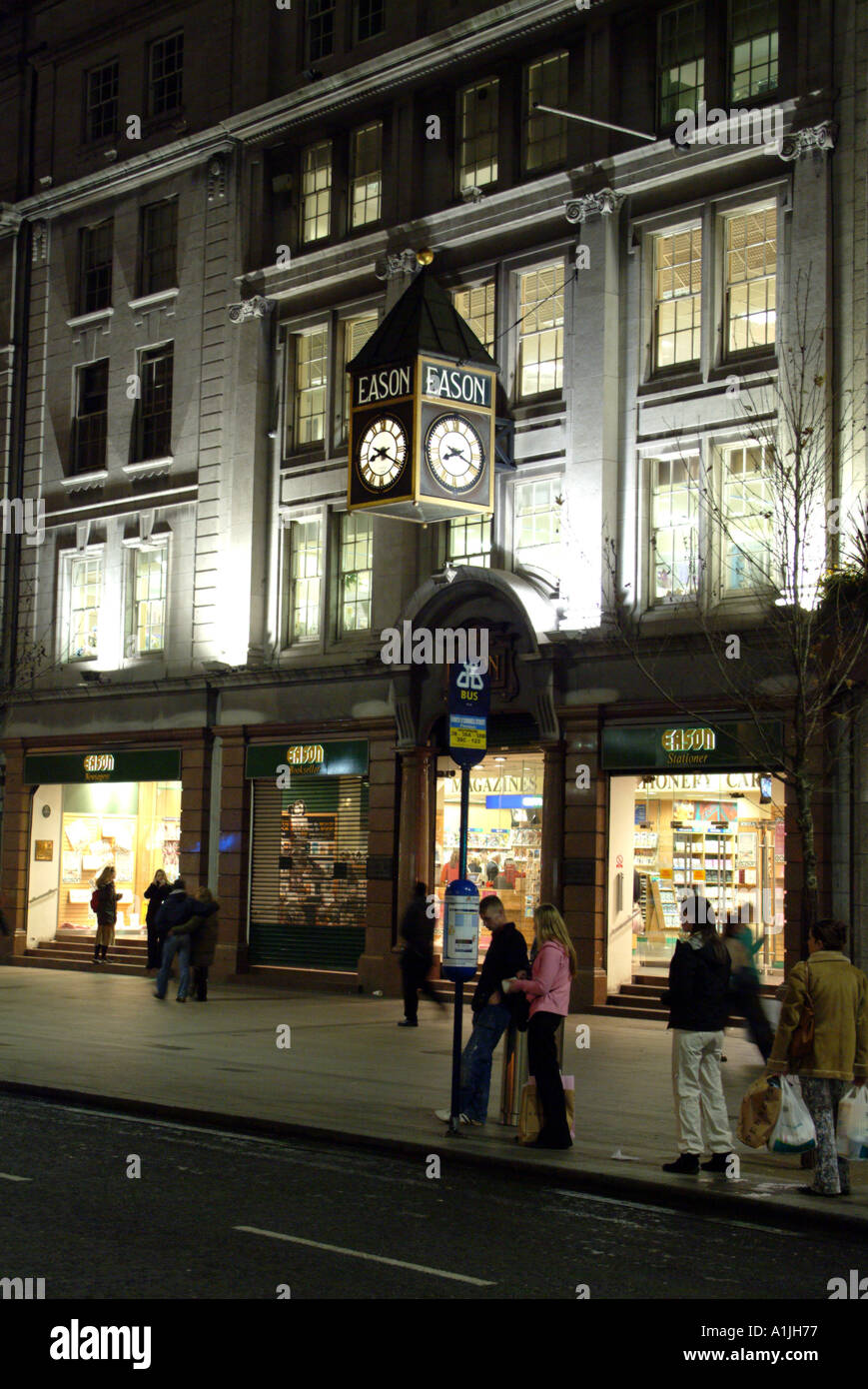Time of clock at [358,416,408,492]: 8:19
